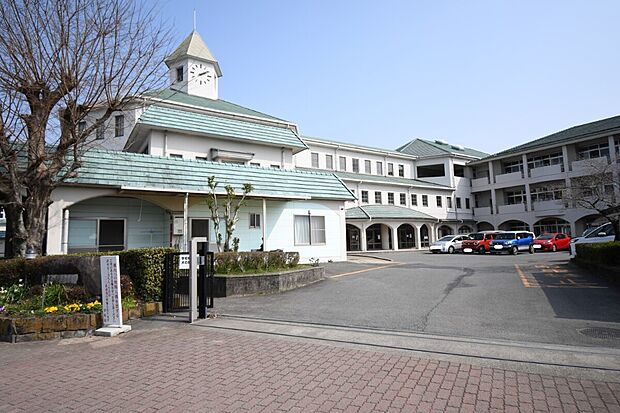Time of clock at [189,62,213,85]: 2:09
